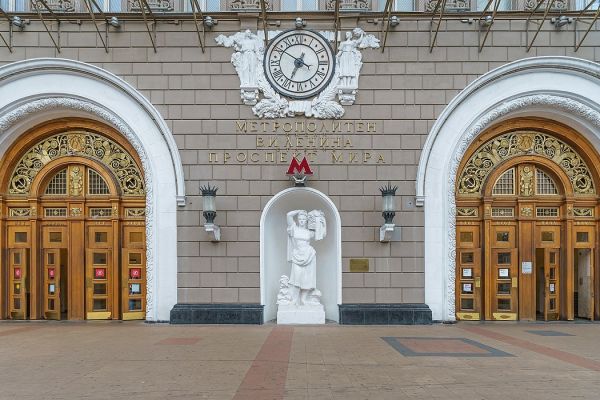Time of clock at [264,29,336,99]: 6:50
